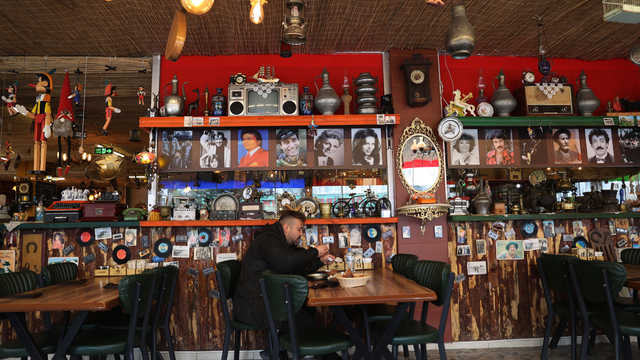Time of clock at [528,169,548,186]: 12:55
